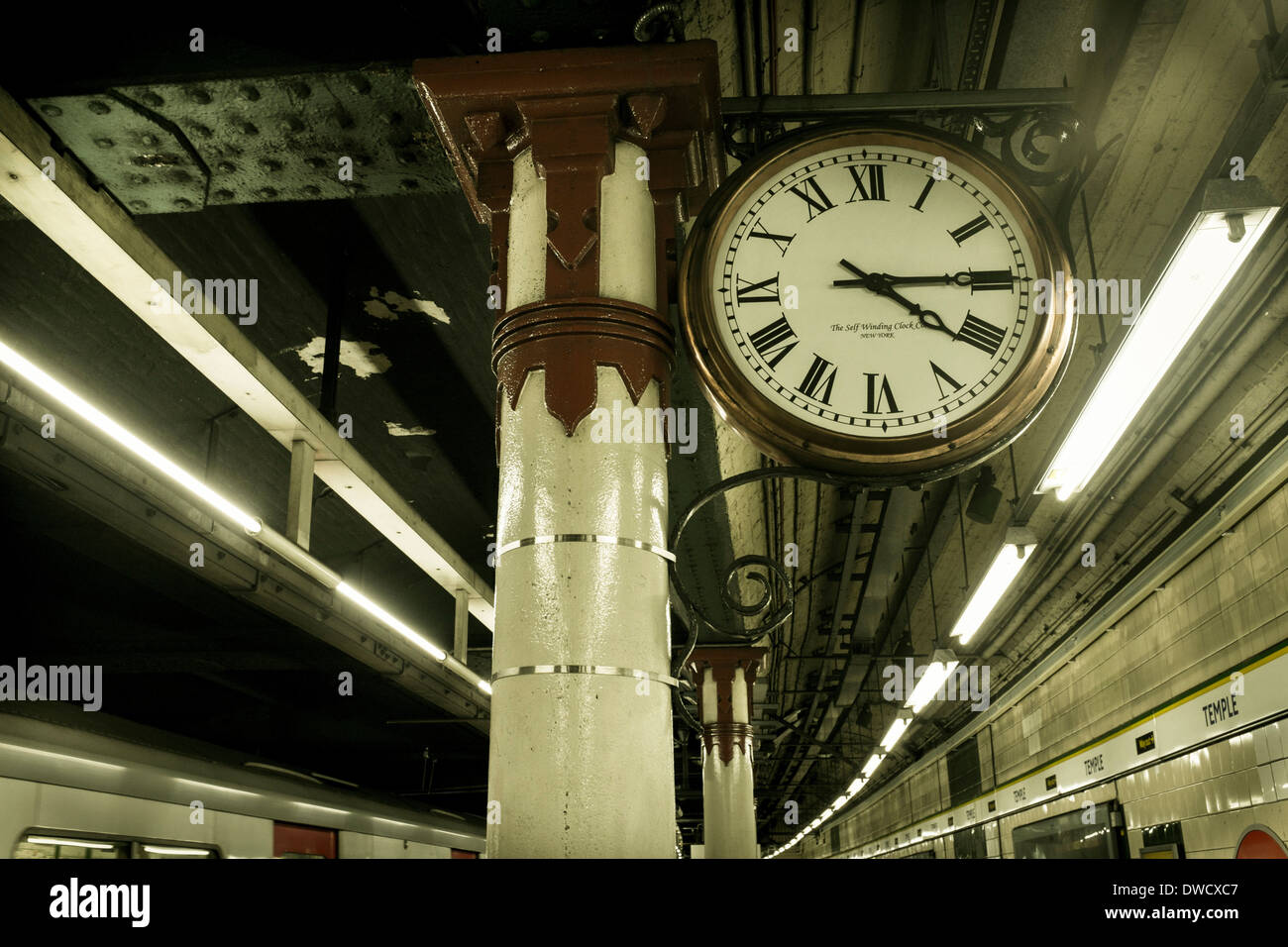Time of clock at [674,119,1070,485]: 4:14
